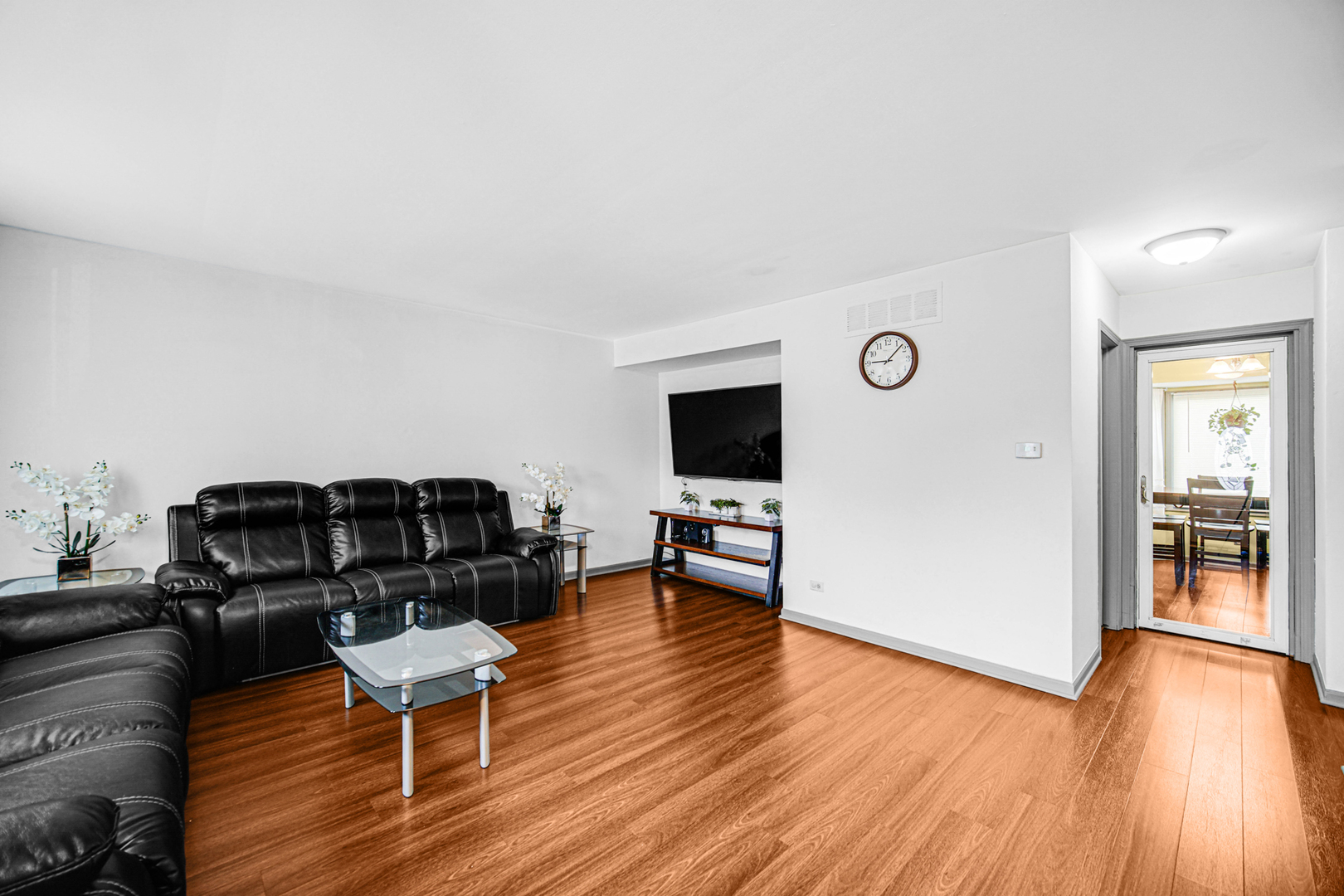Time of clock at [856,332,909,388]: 9:07
